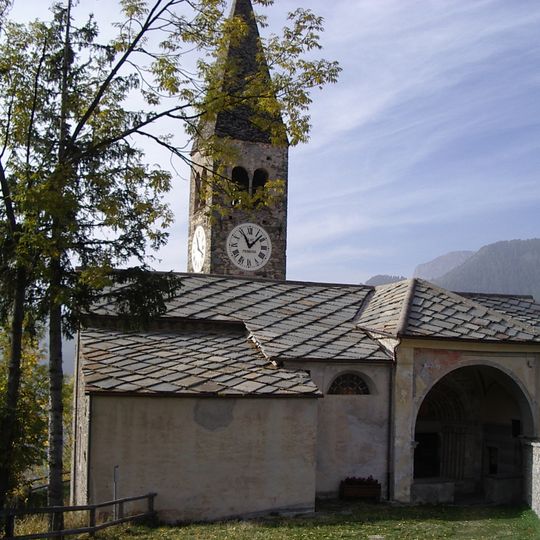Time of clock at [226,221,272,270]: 11:07
